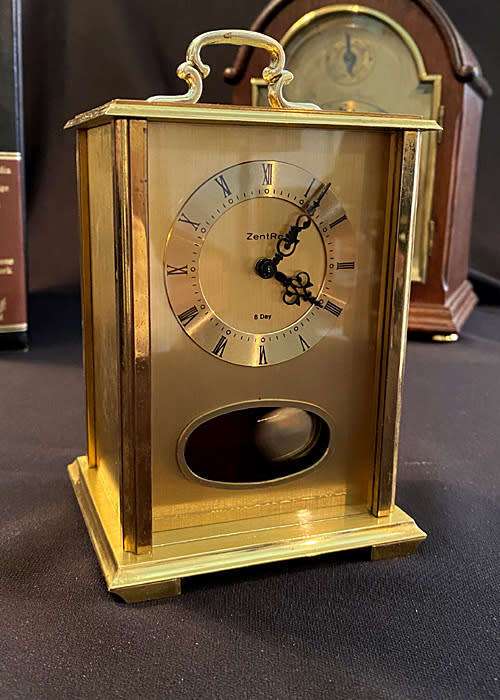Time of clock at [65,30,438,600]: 1:18
